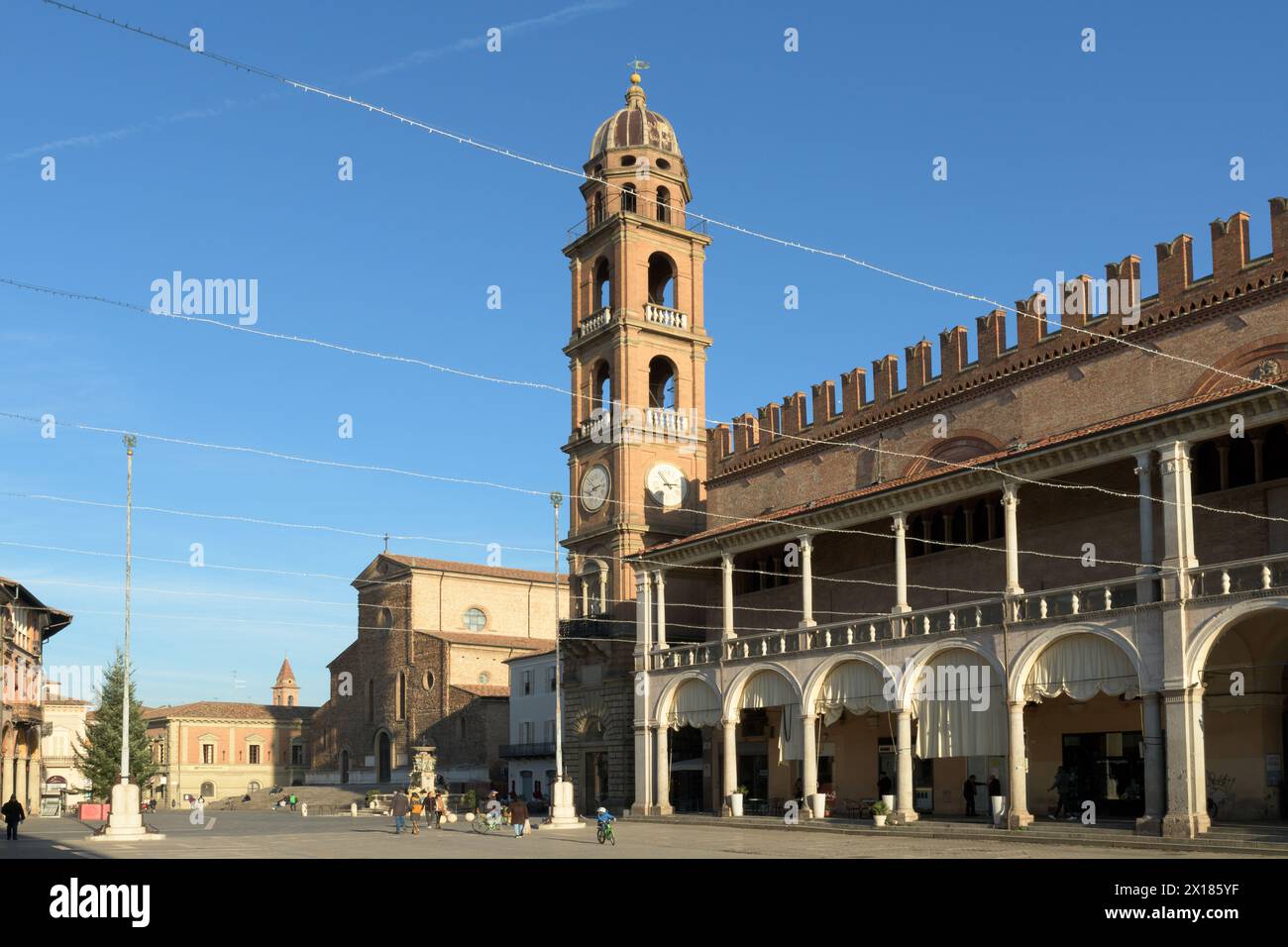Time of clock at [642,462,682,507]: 2:53
